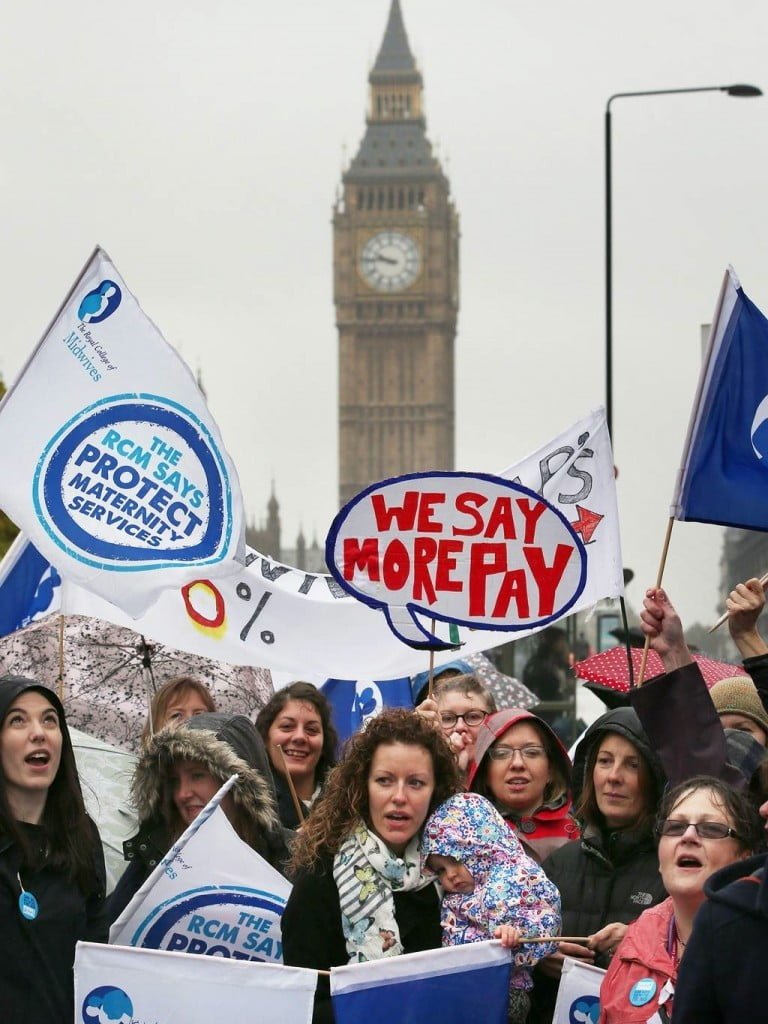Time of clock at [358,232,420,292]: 9:45
